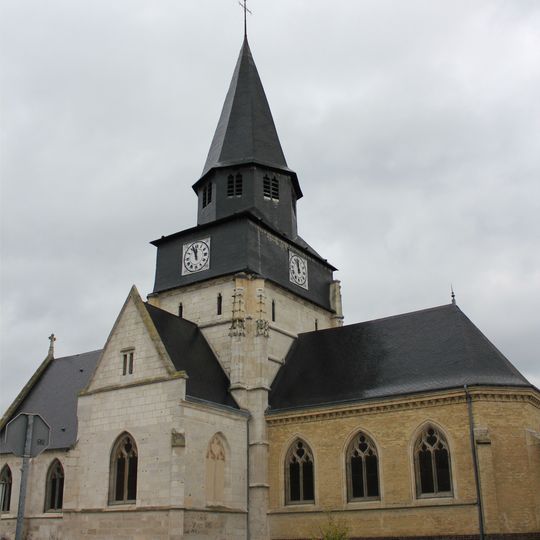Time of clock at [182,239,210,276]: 11:56
